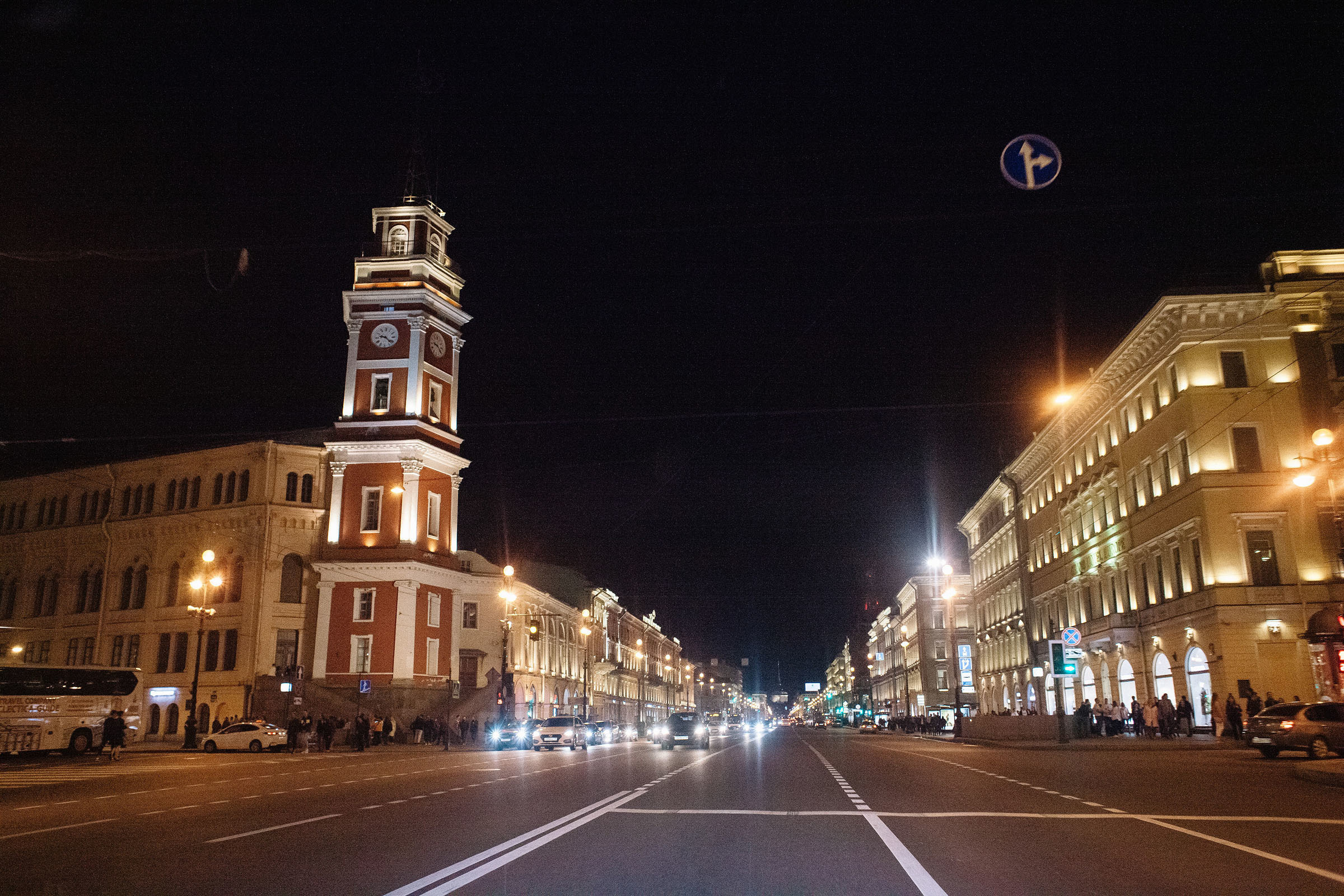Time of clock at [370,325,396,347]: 9:22
